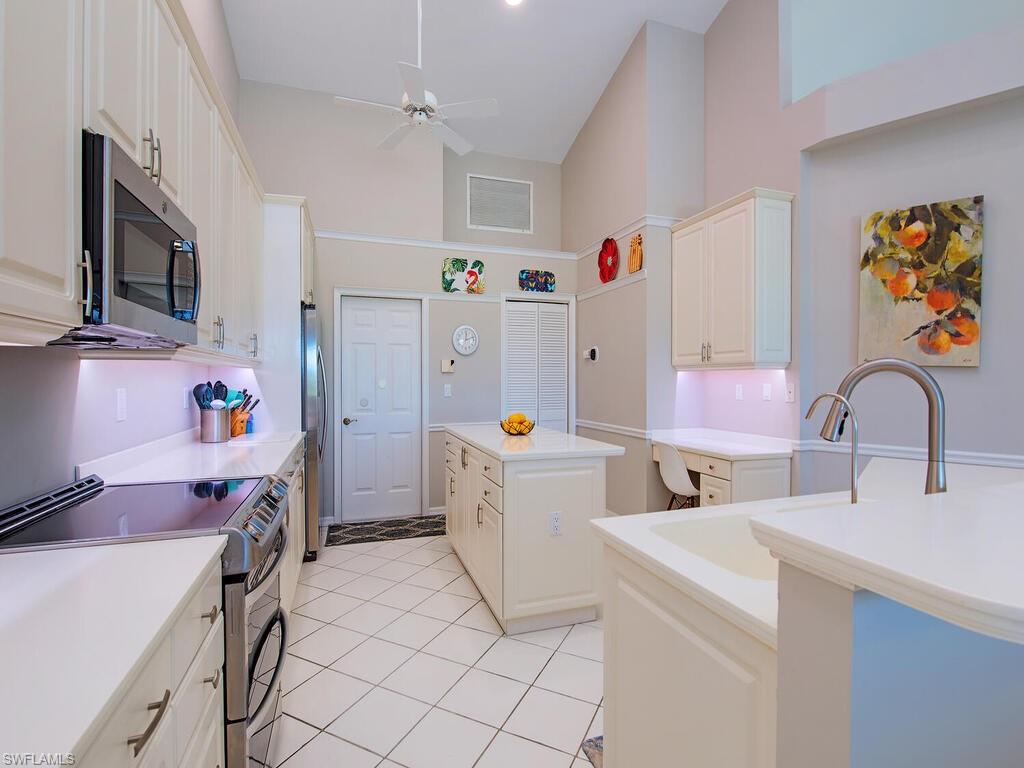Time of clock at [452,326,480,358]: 12:11
